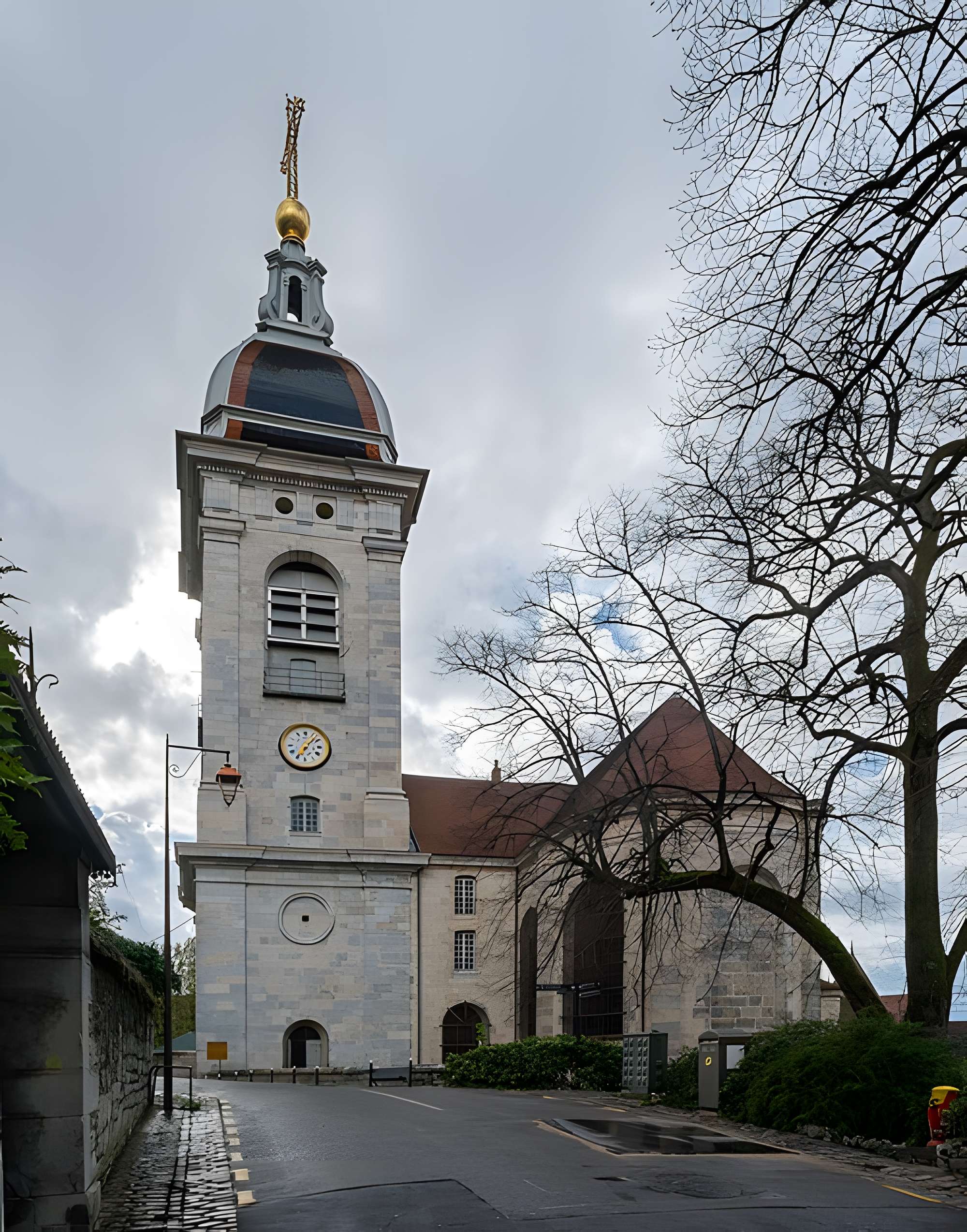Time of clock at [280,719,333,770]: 7:07
